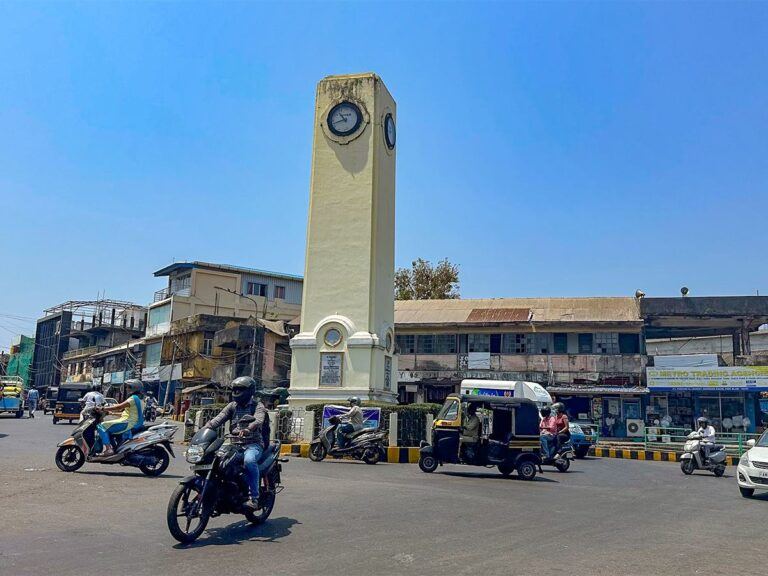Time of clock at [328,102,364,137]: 10:42
